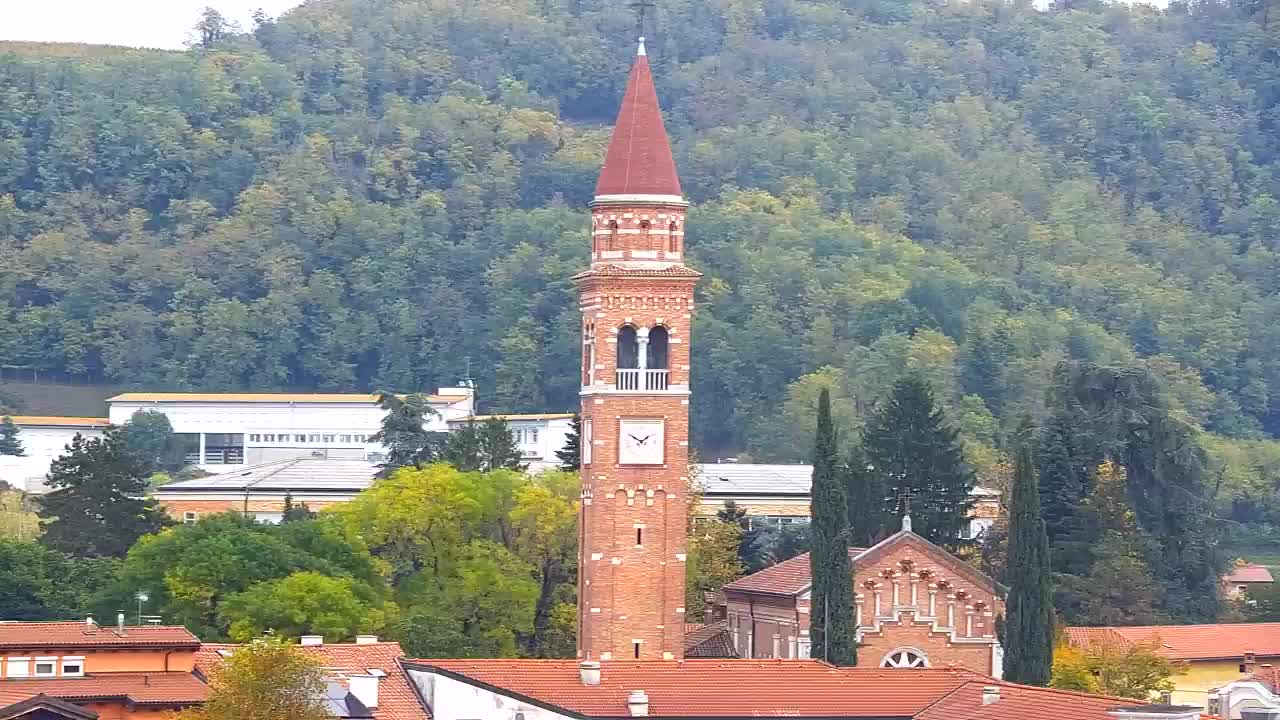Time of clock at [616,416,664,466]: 1:50
